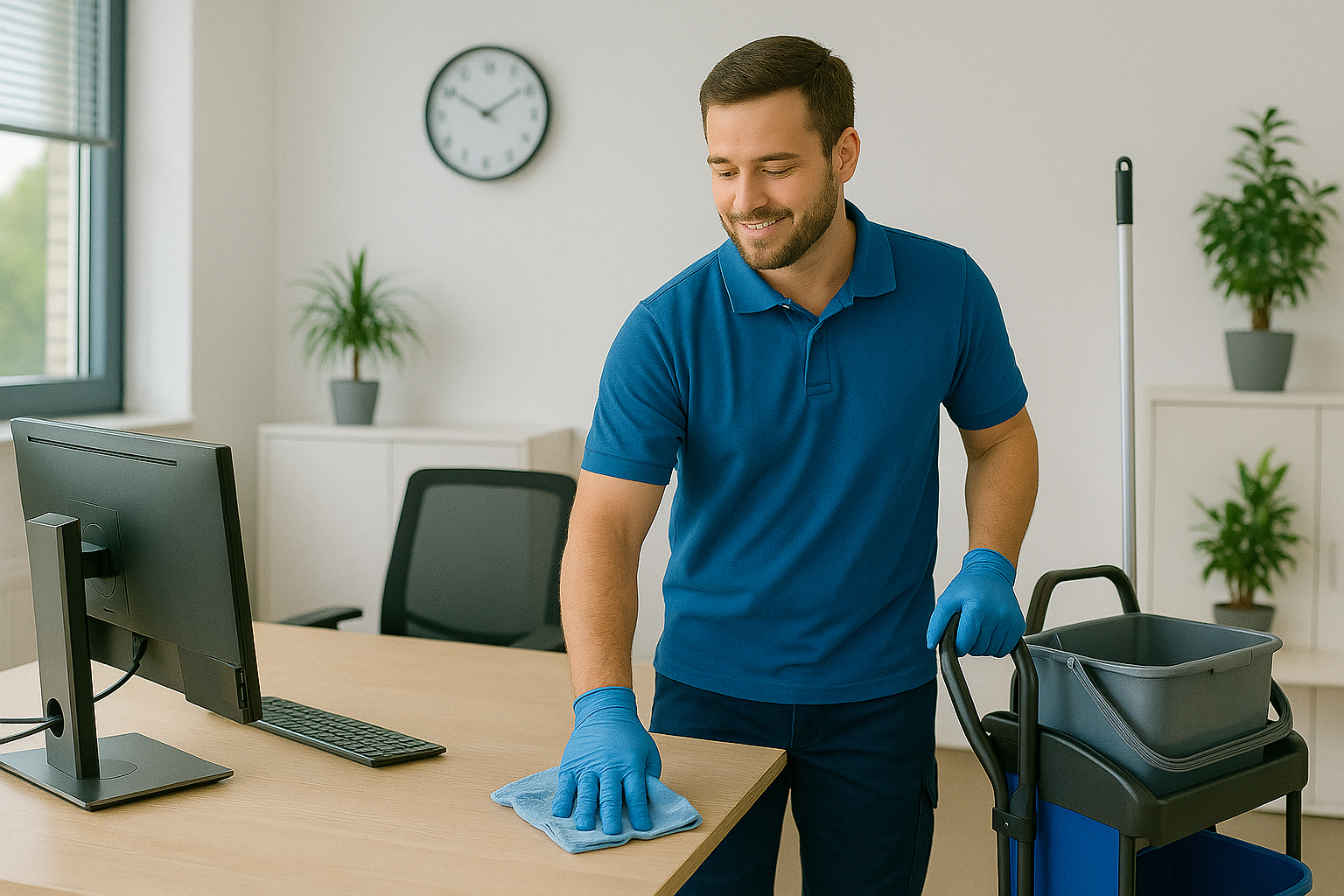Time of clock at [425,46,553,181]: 1:50
